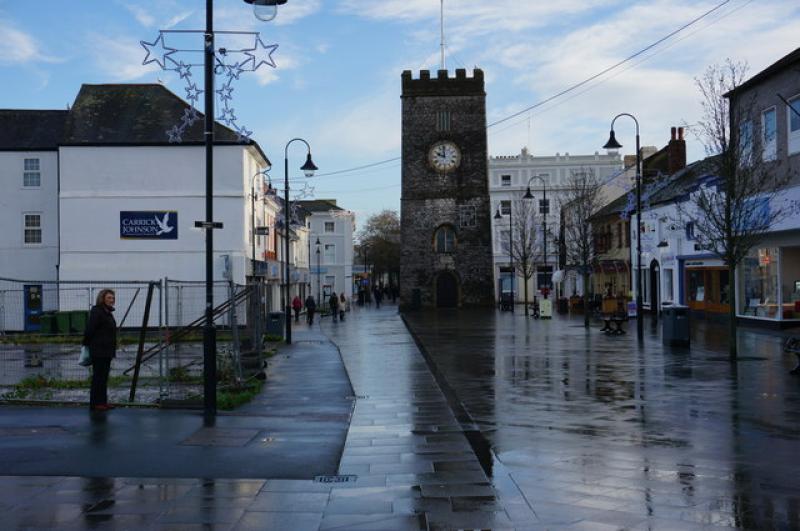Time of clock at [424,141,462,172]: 9:59
